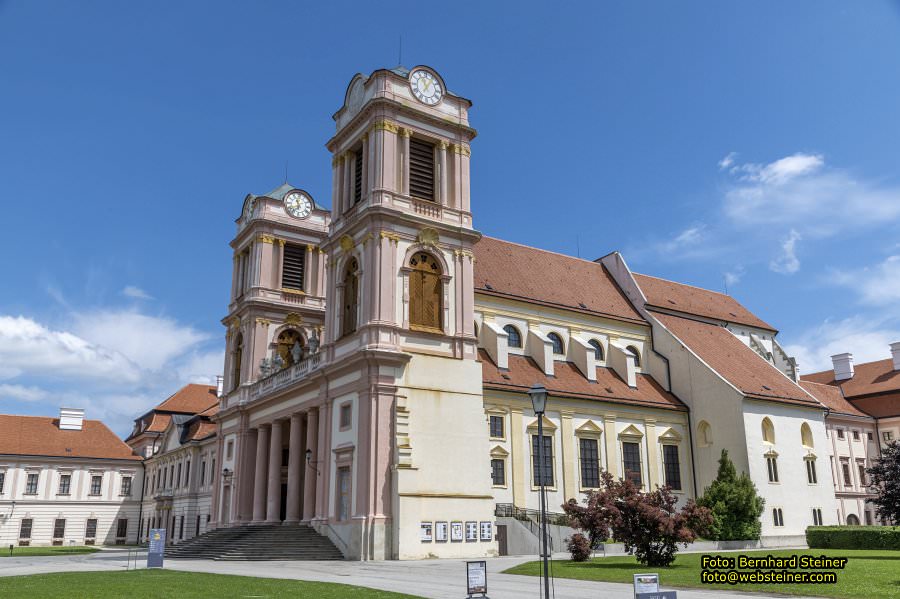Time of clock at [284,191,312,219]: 11:37
